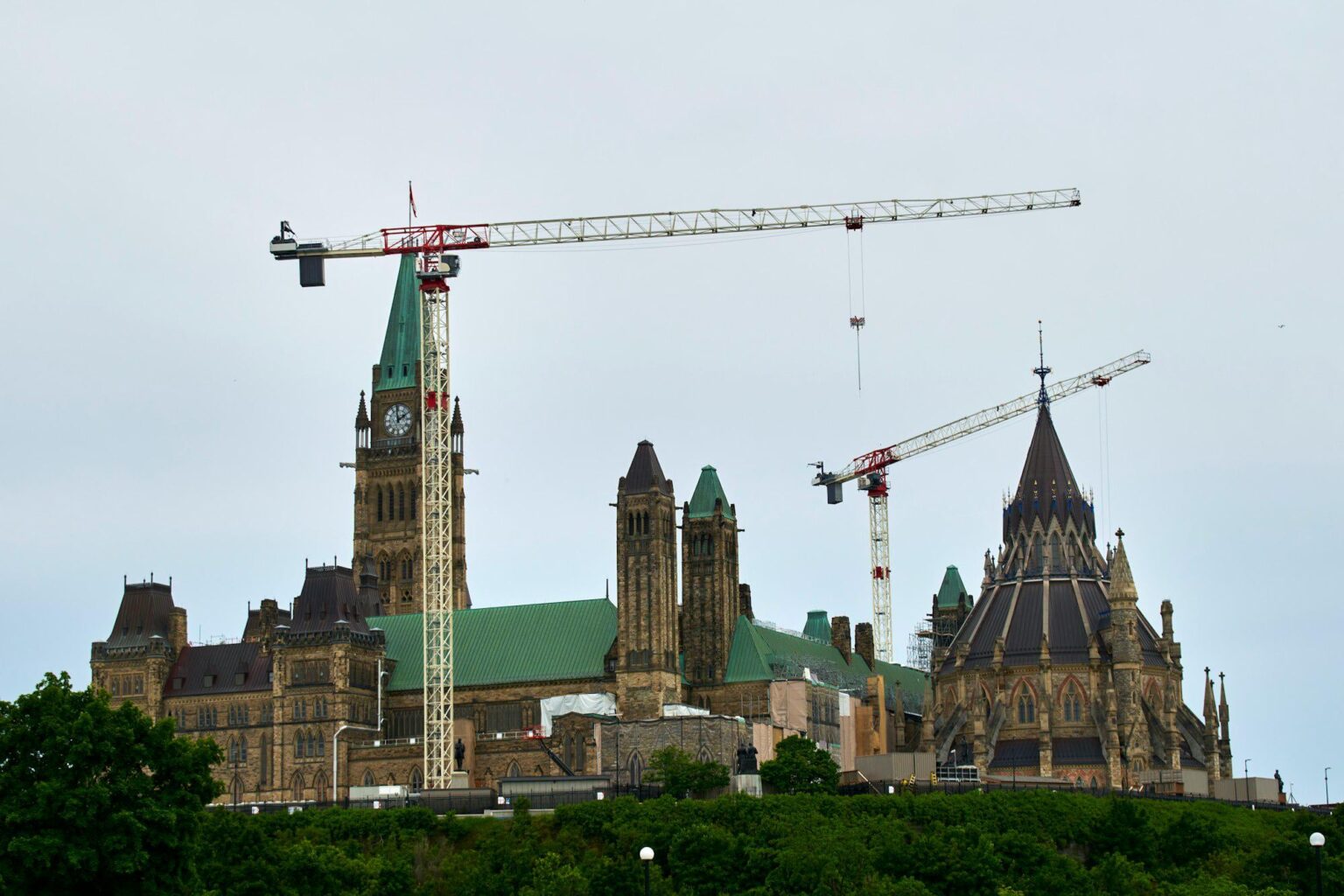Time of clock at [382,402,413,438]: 1:59
